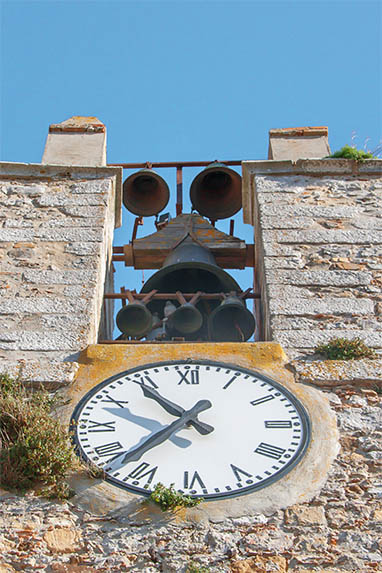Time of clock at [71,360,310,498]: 10:37
